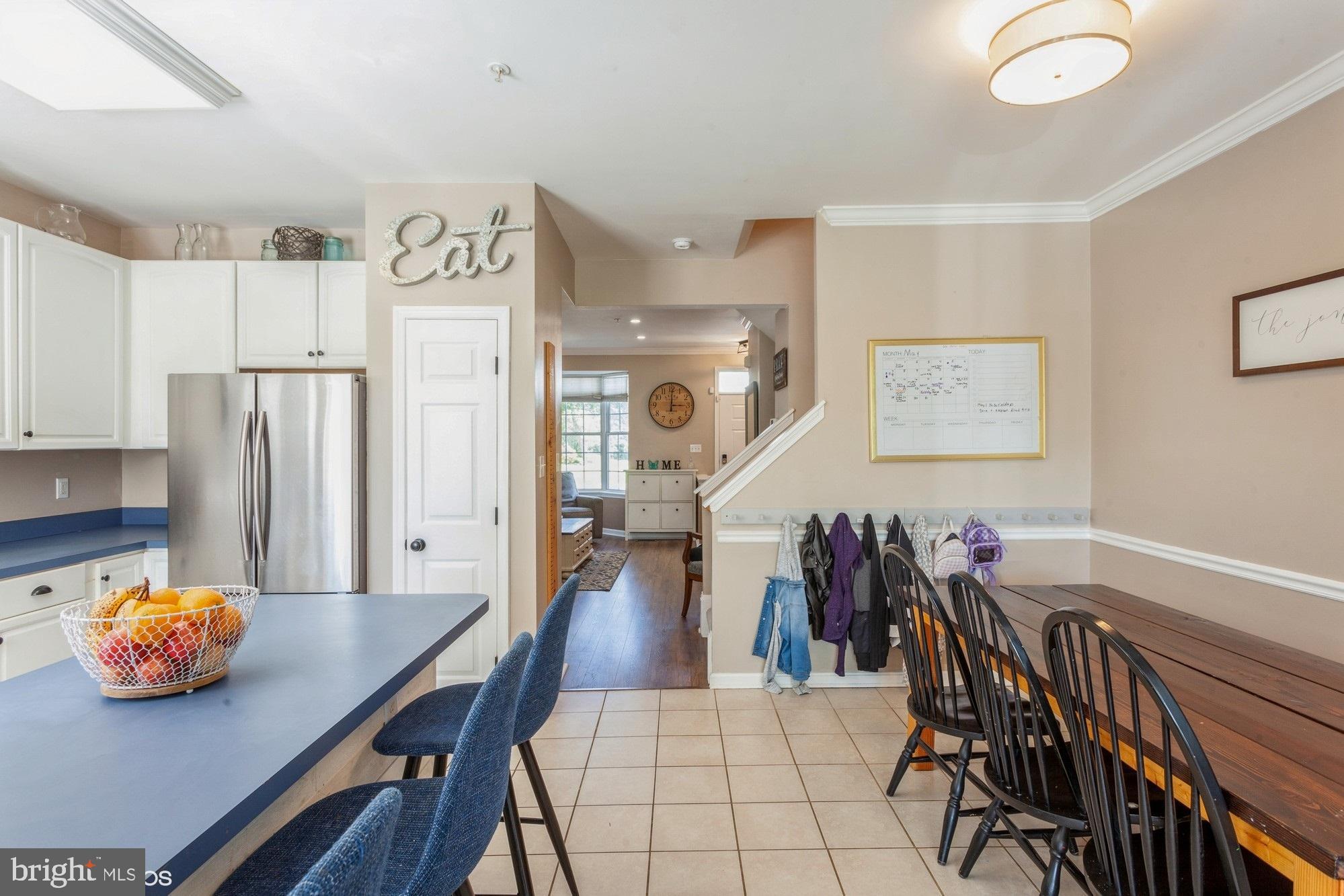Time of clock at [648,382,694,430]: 3:00
